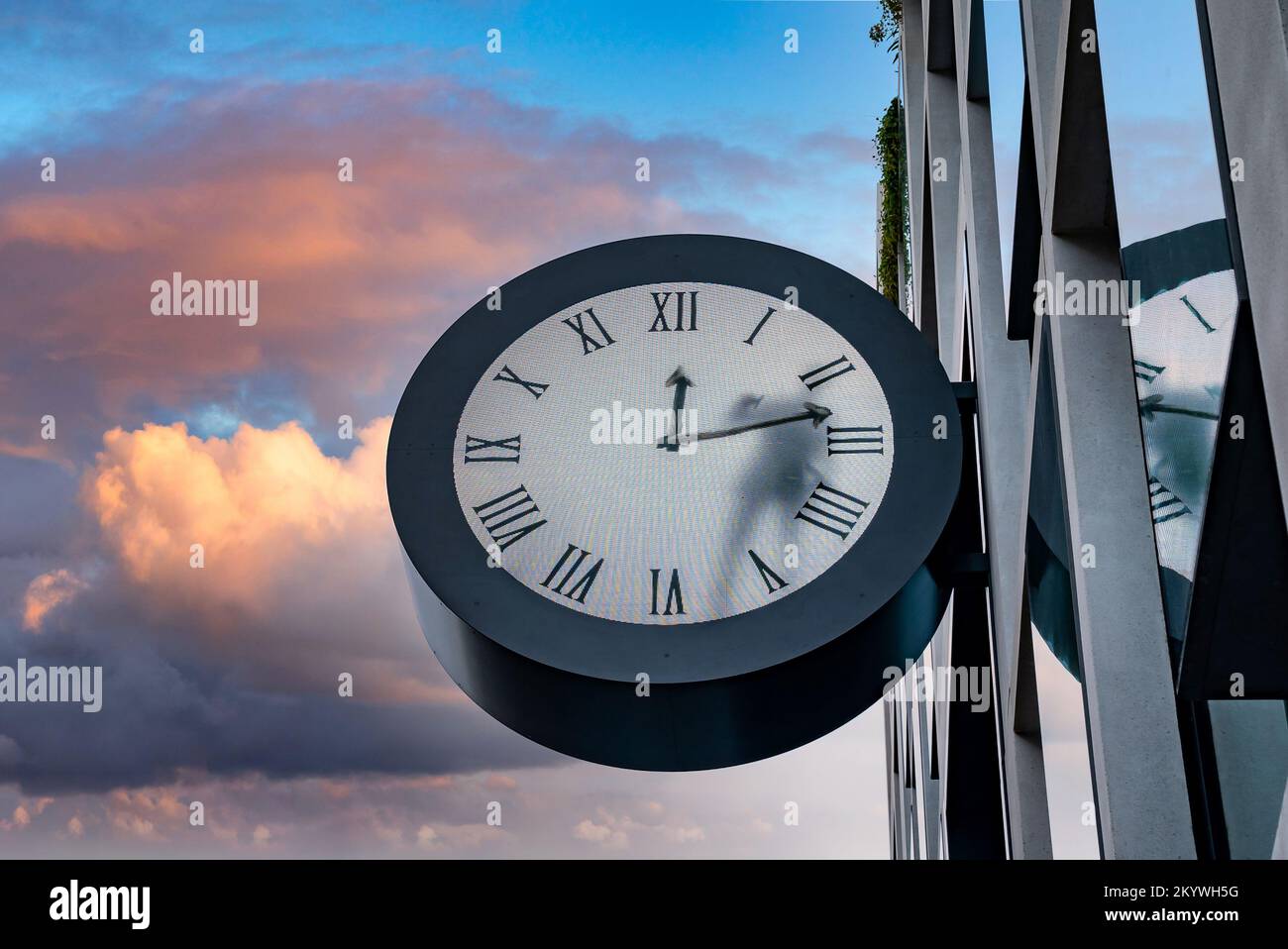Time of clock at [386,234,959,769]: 12:12
